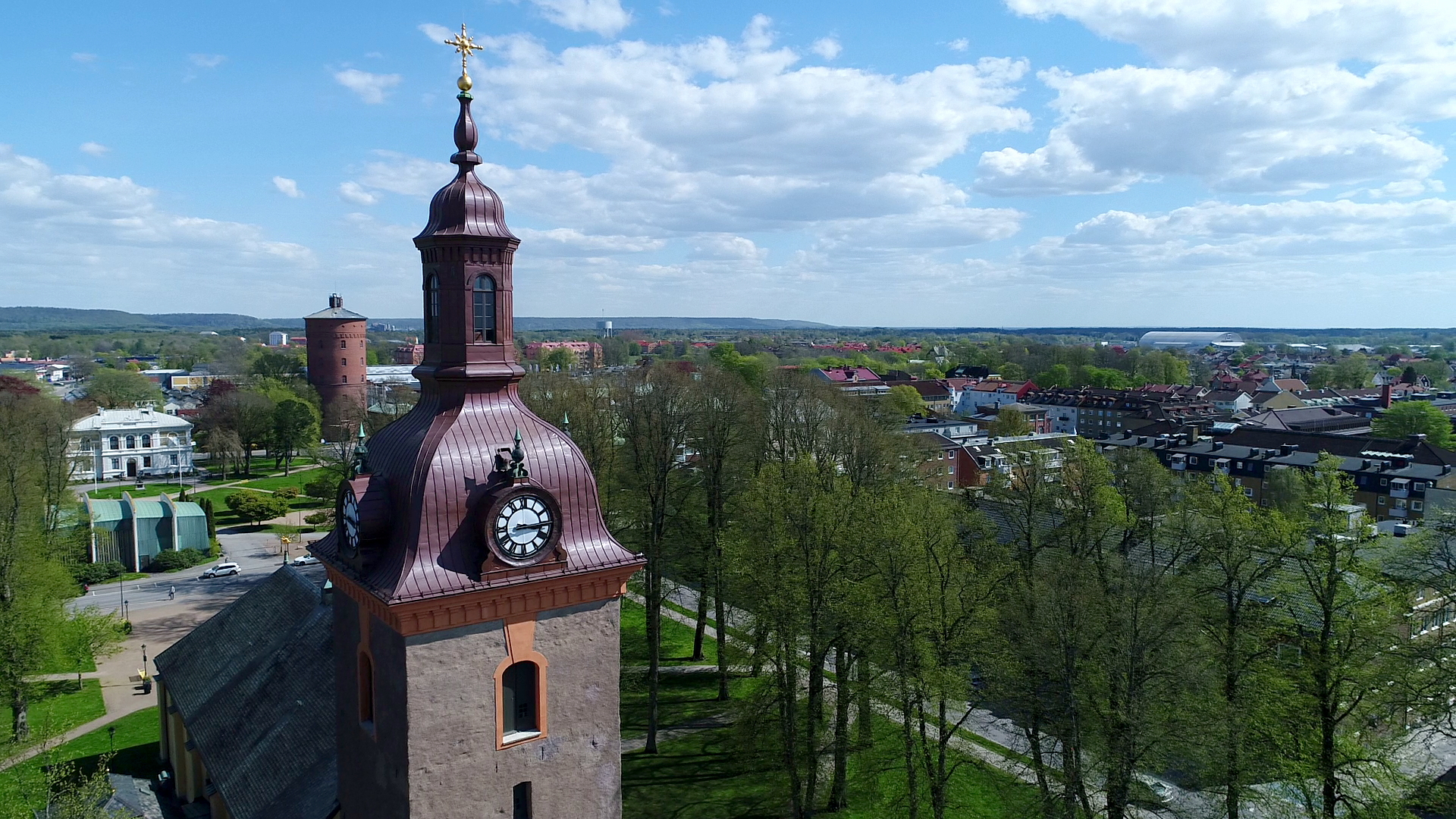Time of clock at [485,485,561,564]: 3:14
